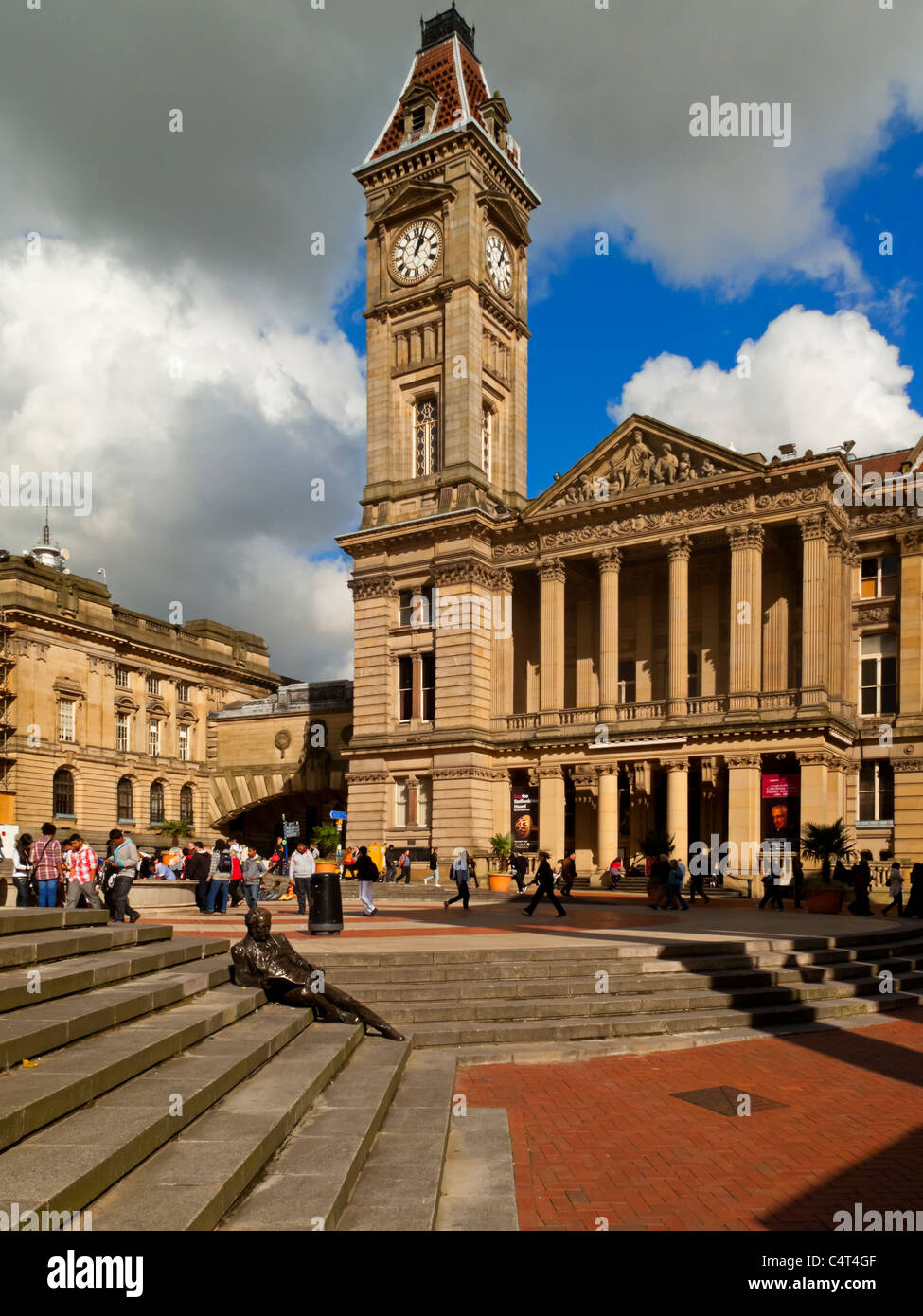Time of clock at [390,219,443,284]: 1:03
